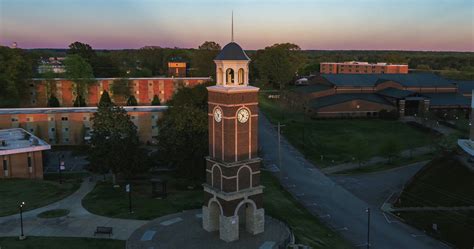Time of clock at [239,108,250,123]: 6:52
